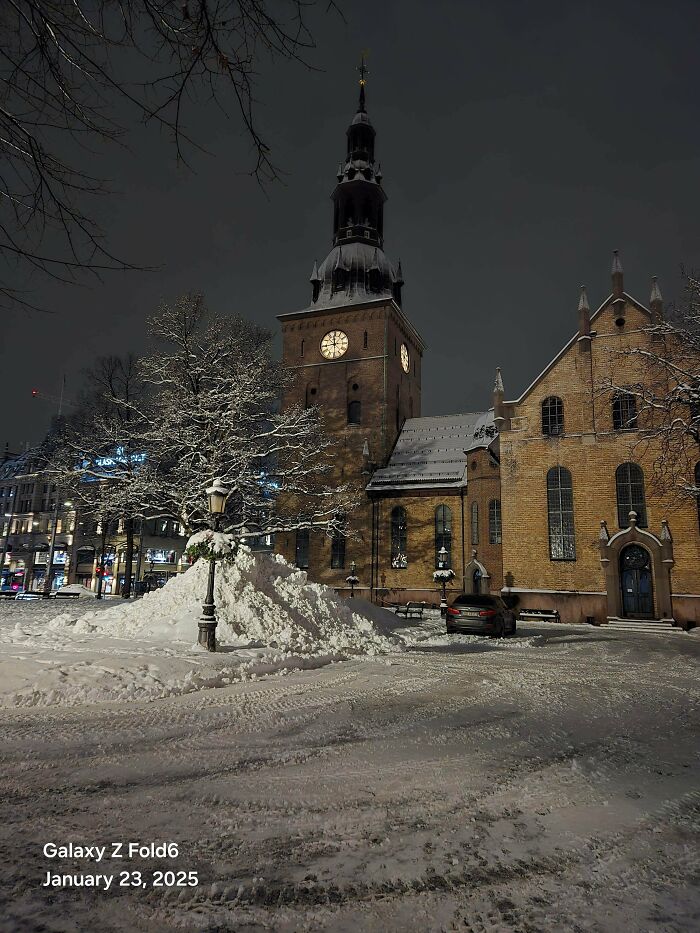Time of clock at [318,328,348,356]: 11:44
